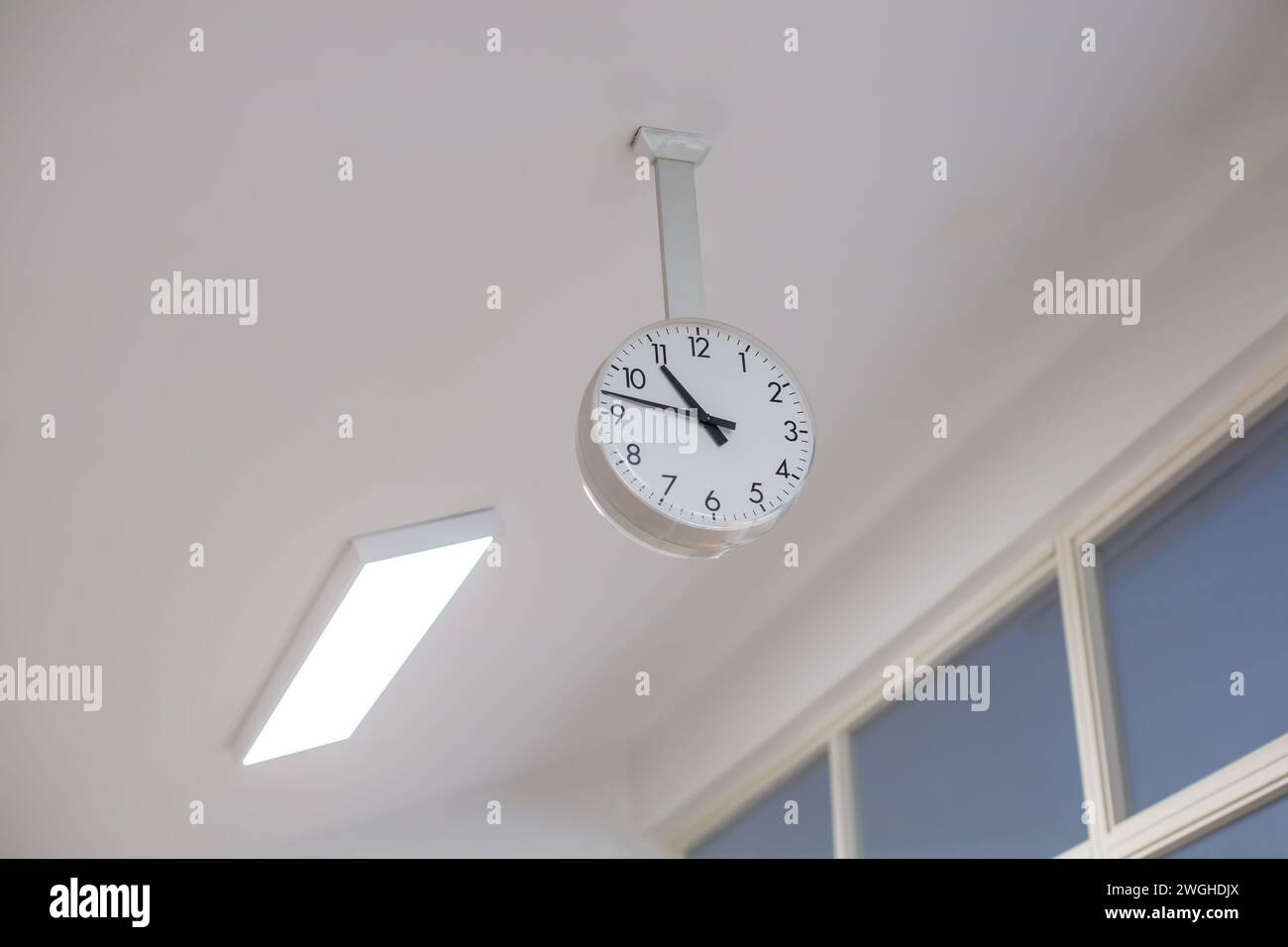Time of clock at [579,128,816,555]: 10:47
